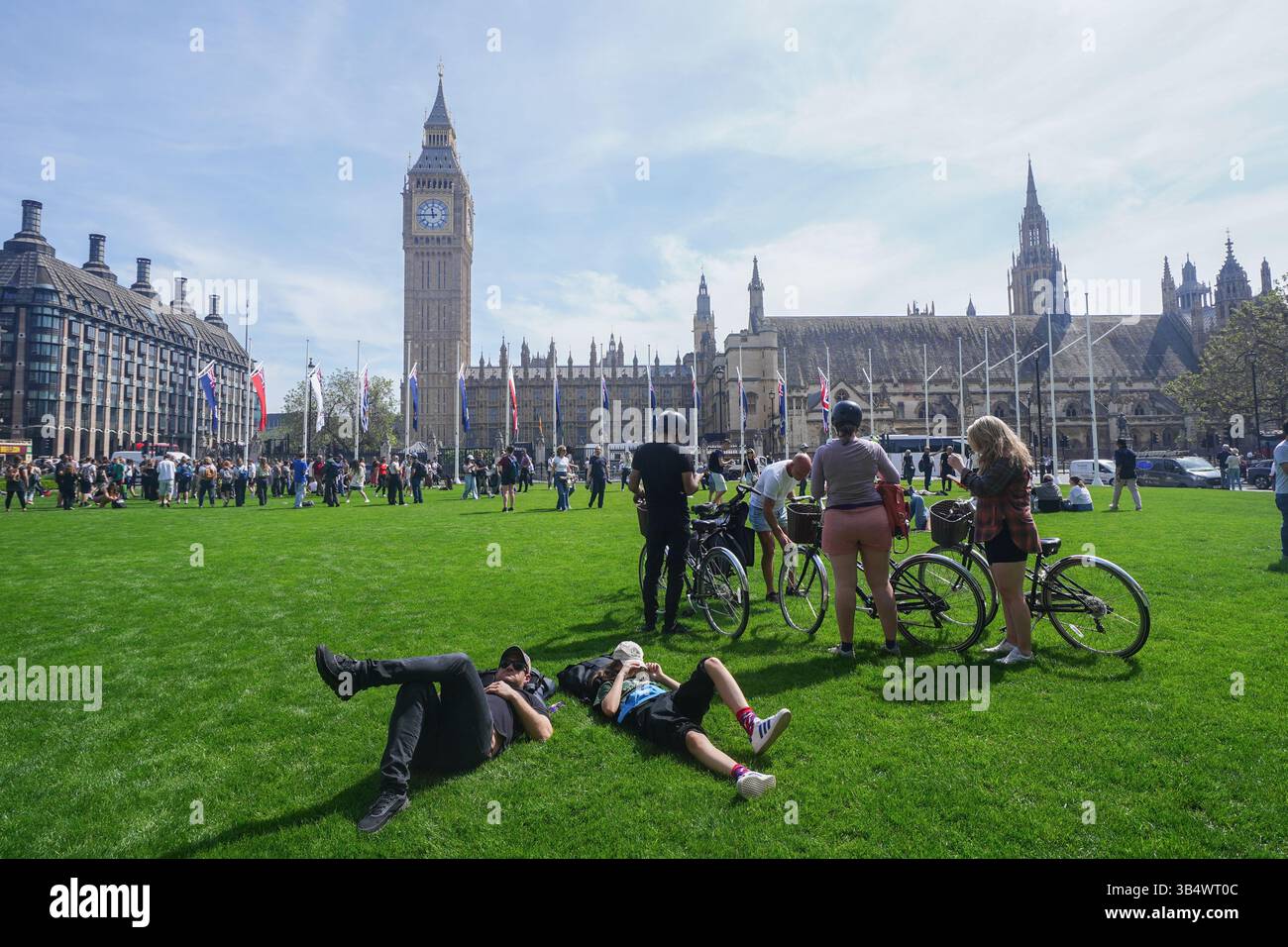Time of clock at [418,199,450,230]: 11:45
